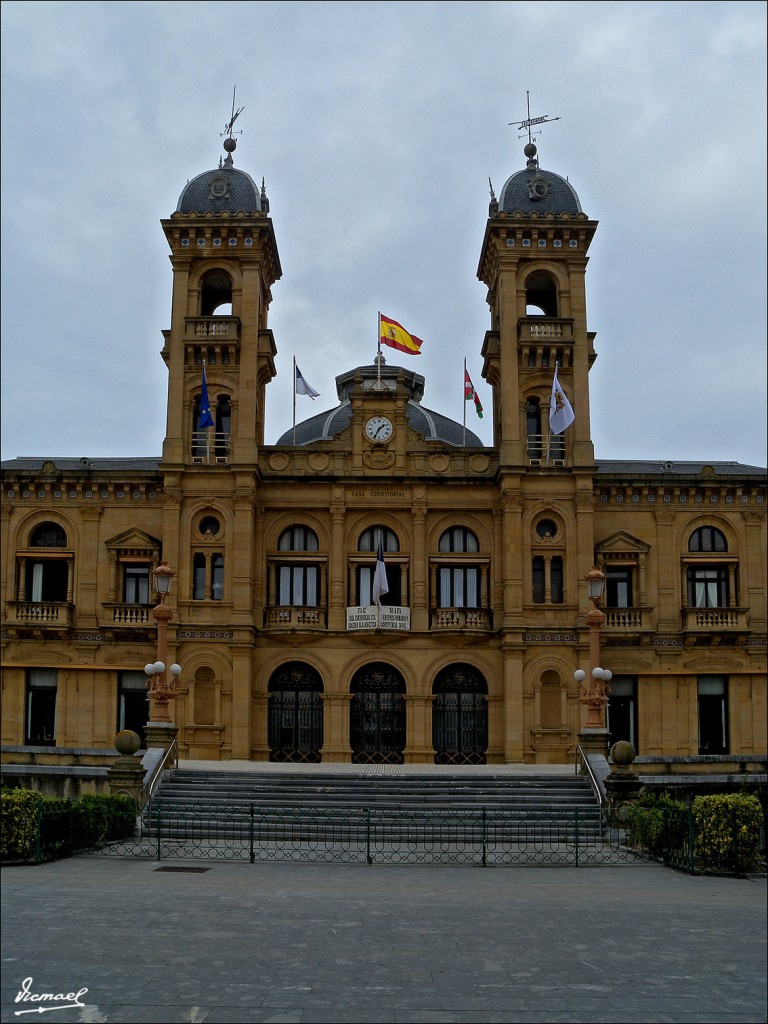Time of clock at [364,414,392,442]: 1:35
